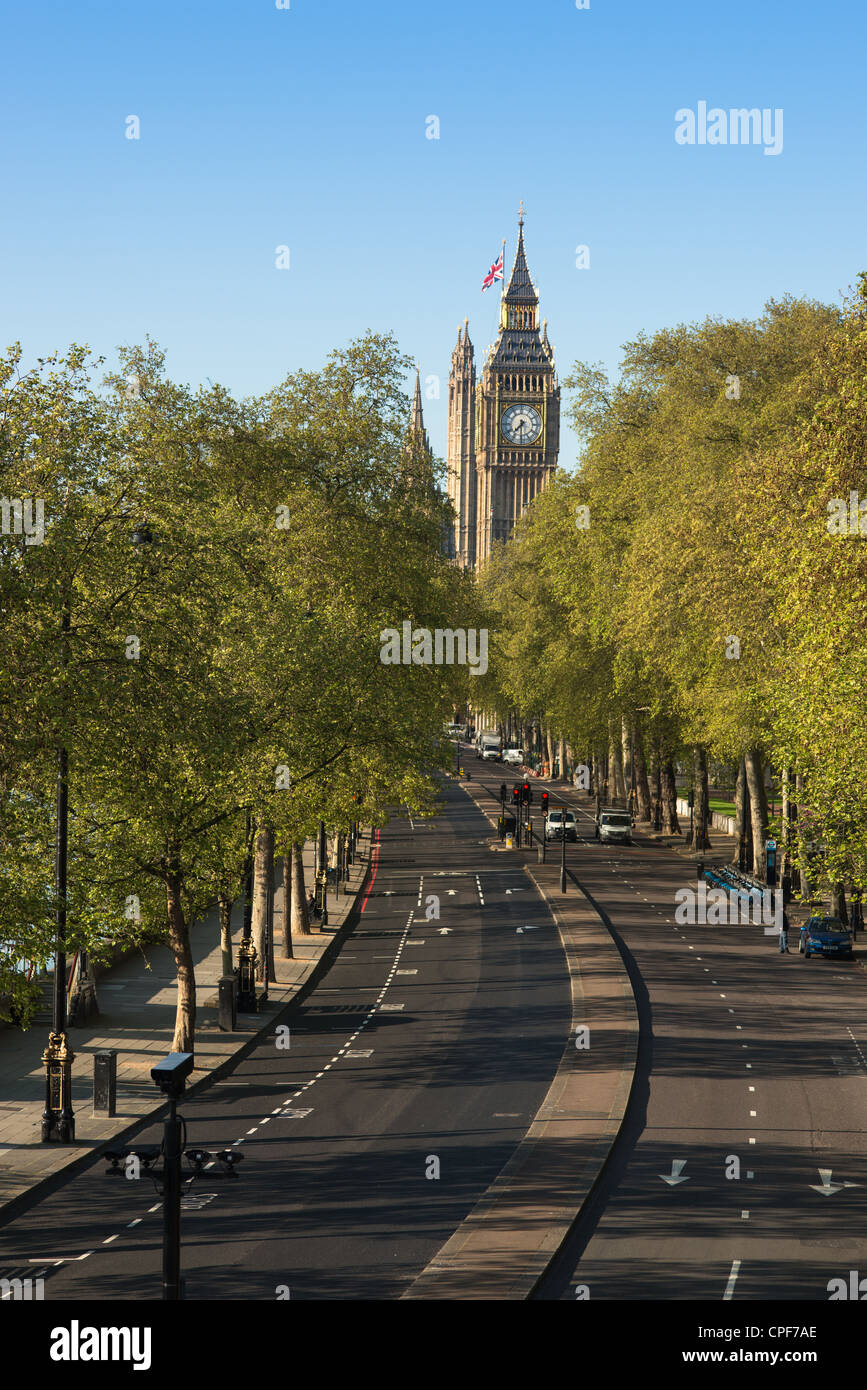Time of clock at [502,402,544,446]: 7:30
